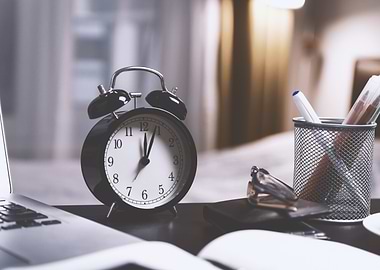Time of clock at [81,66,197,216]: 12:03
